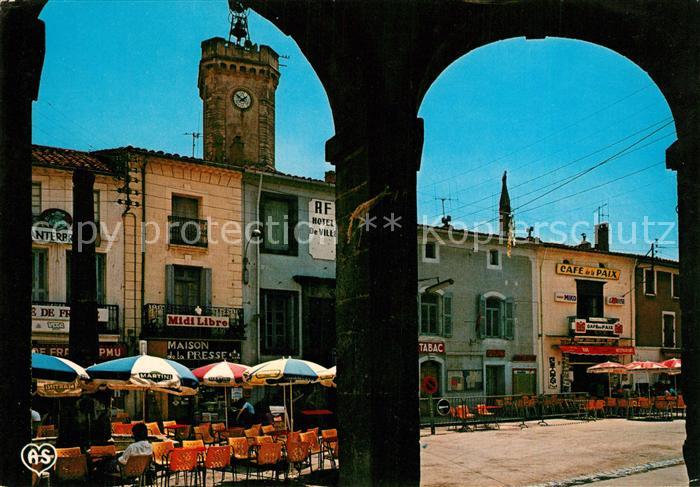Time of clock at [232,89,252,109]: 1:50
